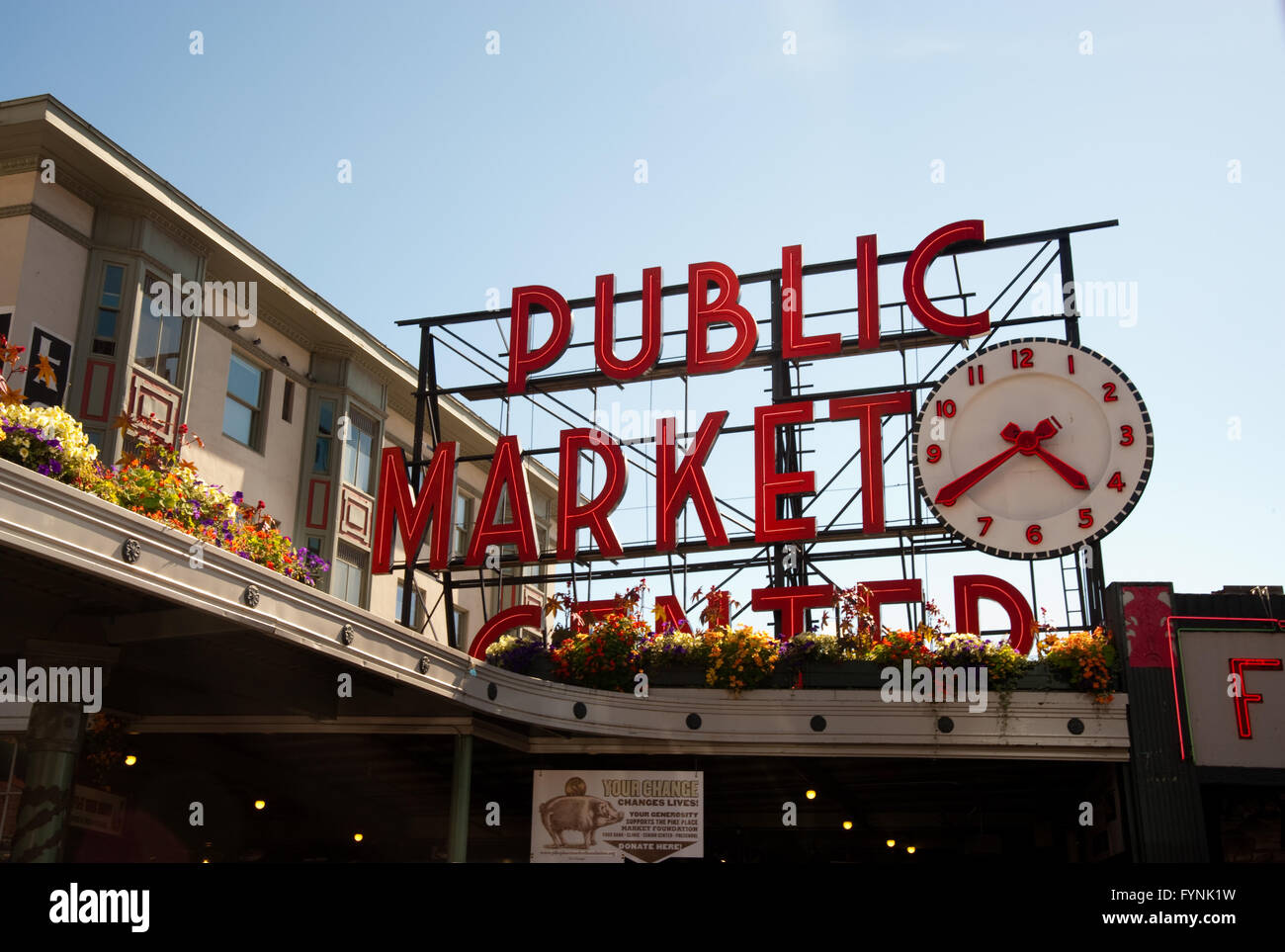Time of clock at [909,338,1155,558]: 4:40
